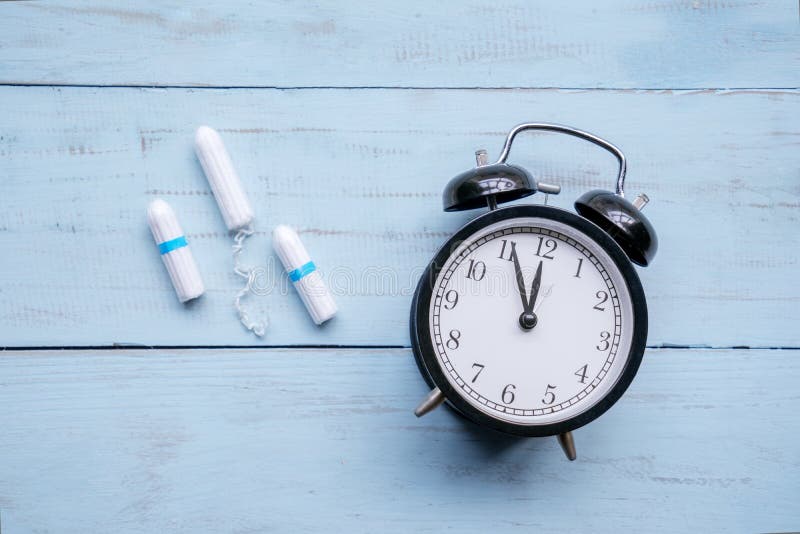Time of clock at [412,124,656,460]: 11:55
